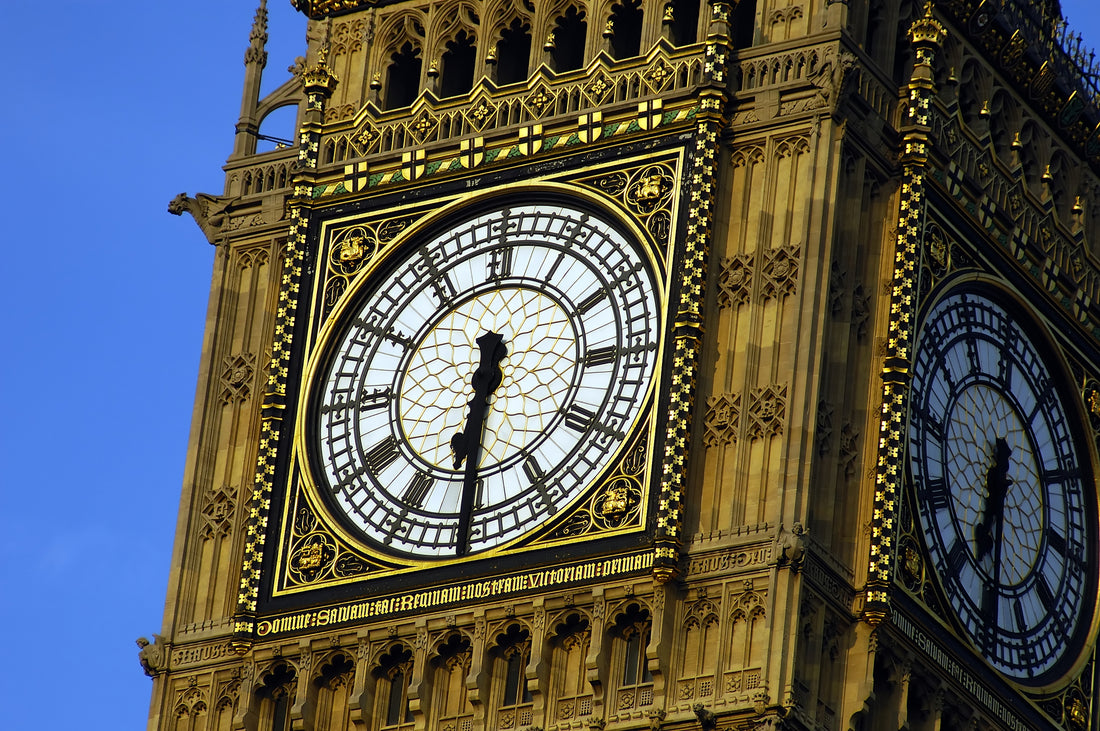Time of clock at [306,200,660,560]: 6:30
